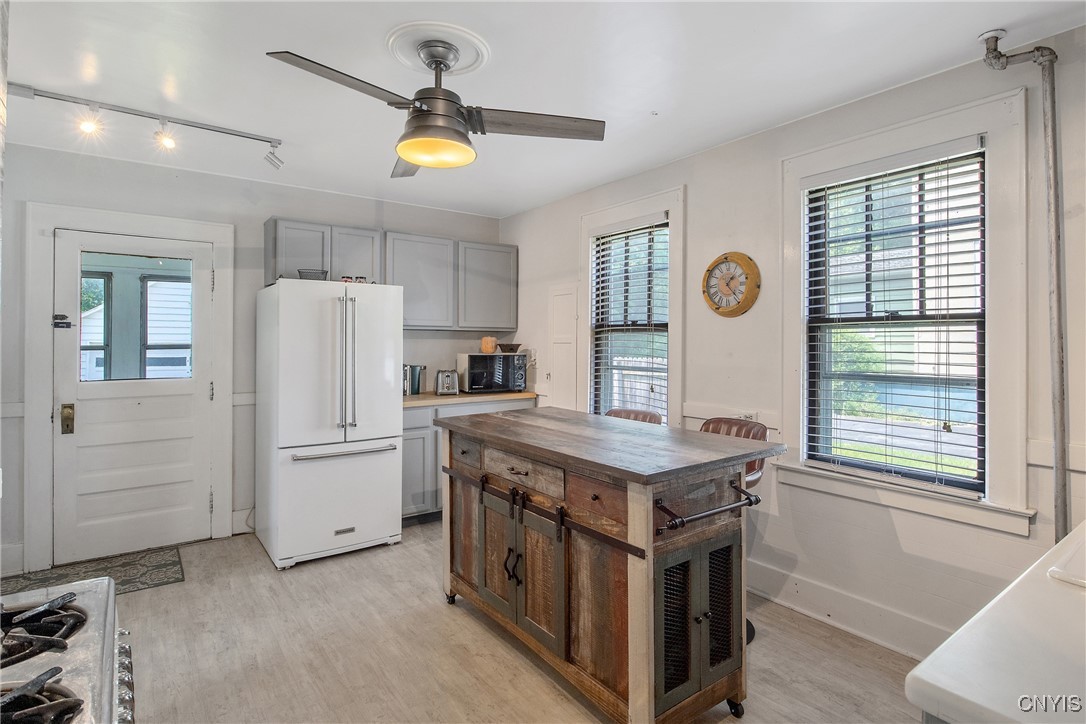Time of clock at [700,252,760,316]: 1:23
